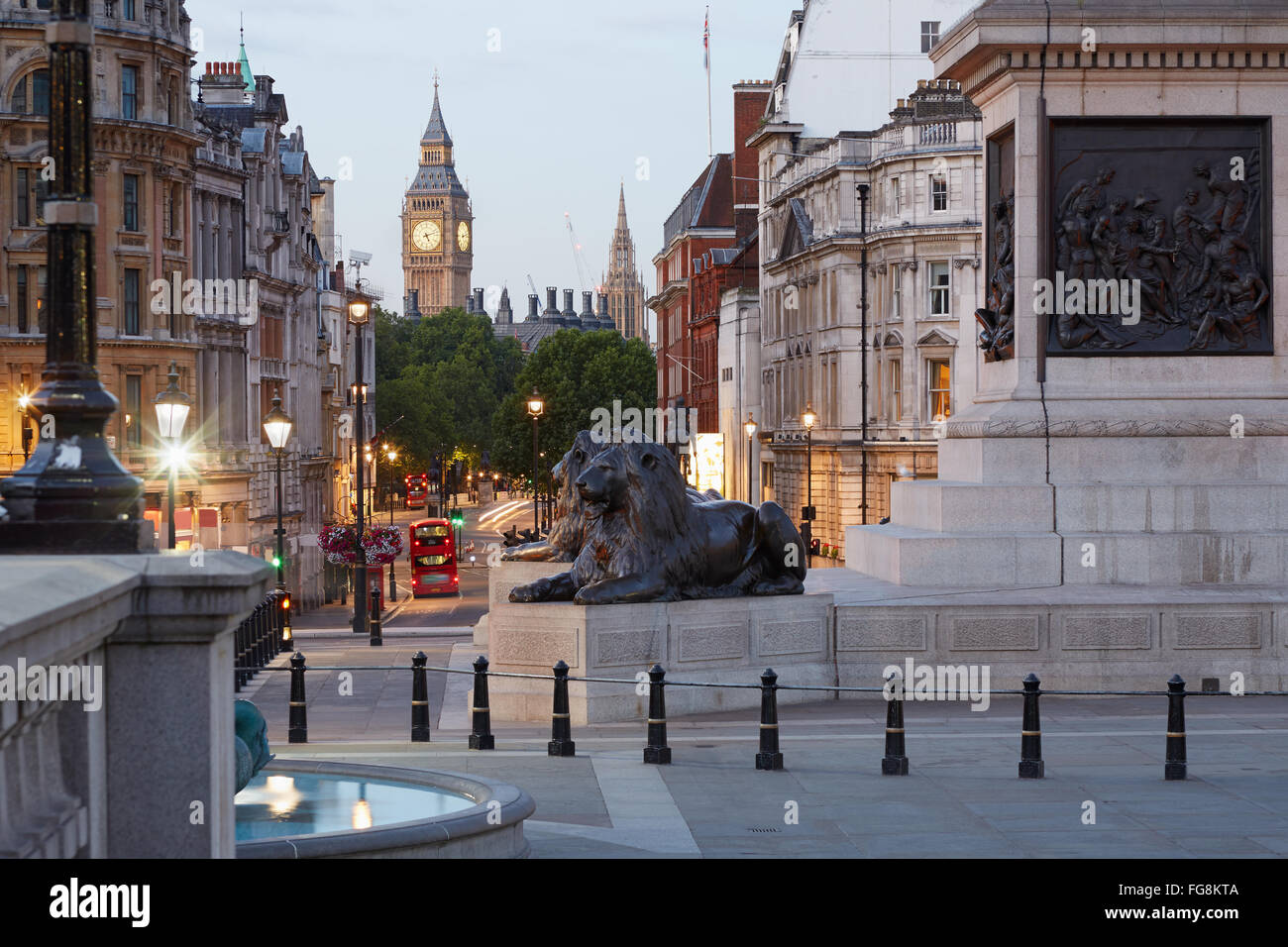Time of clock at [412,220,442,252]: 5:12
